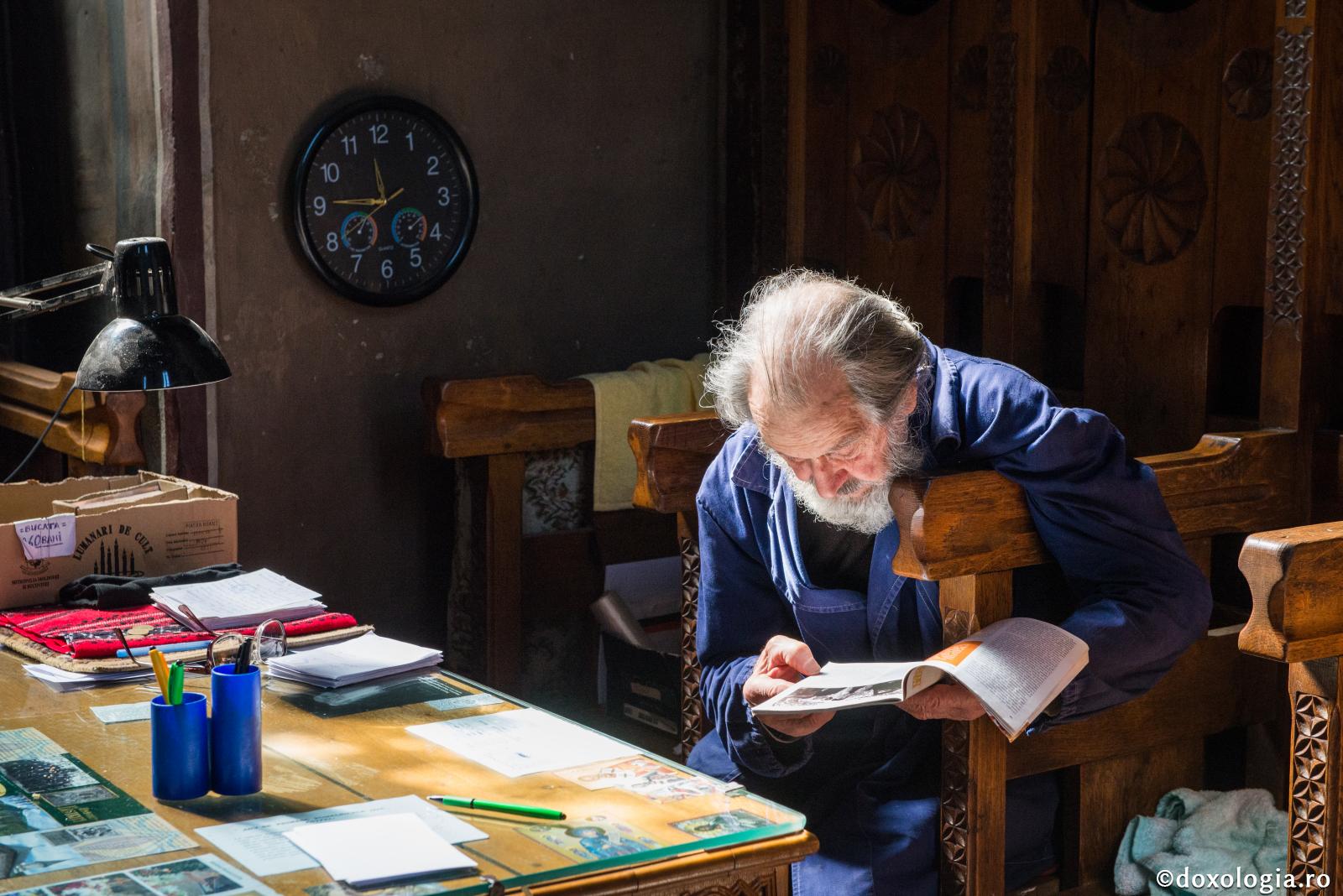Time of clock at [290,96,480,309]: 11:45
